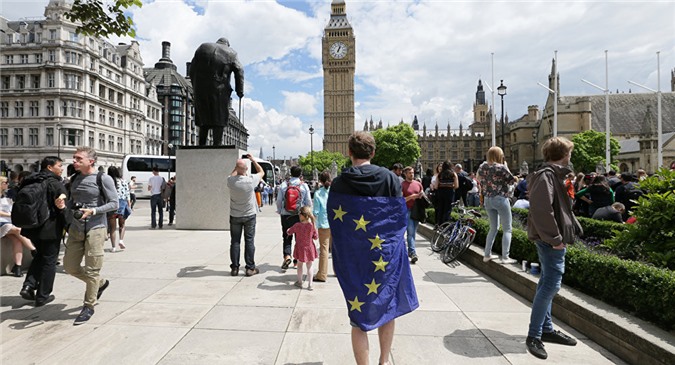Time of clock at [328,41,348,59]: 1:02
